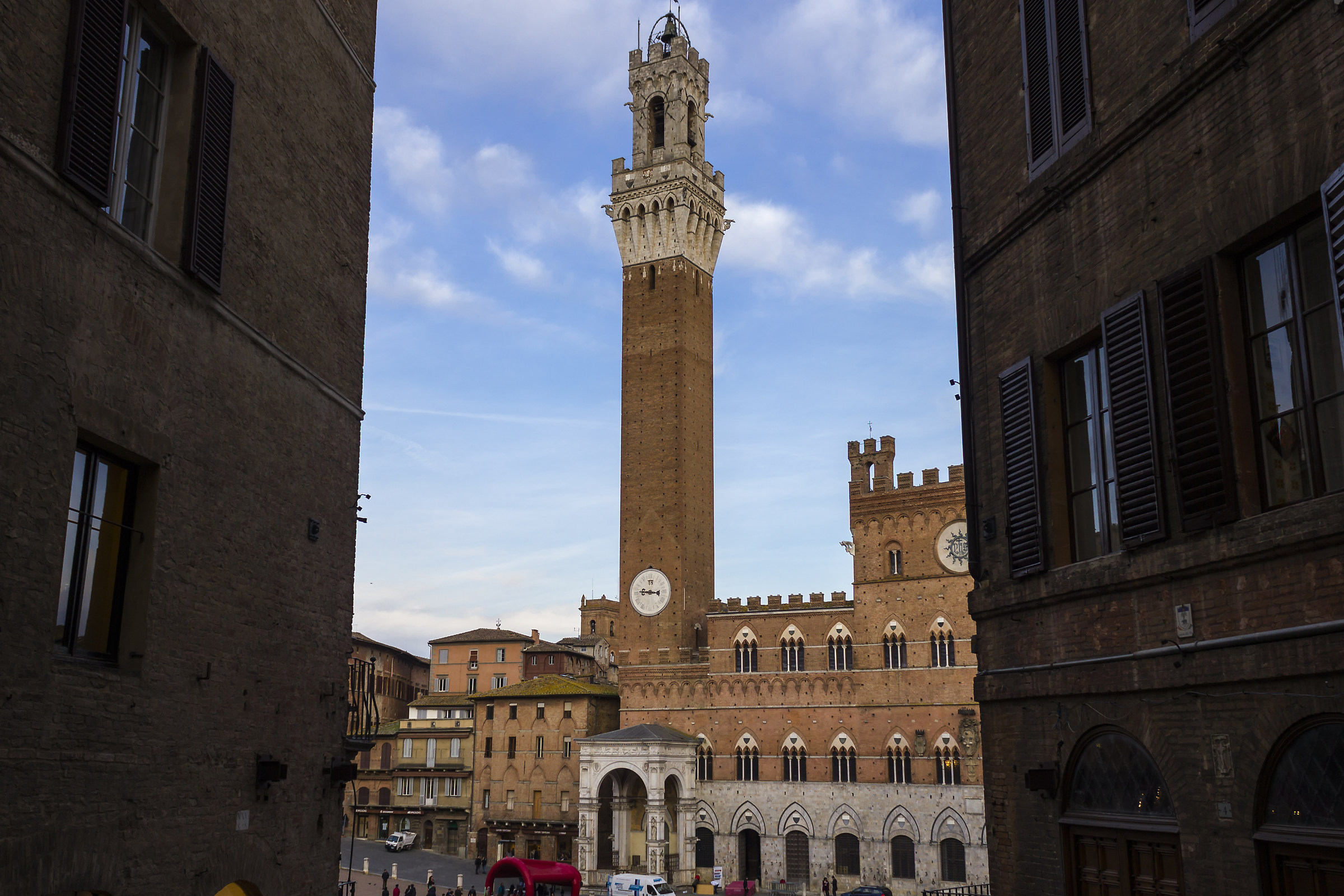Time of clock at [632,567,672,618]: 8:45
